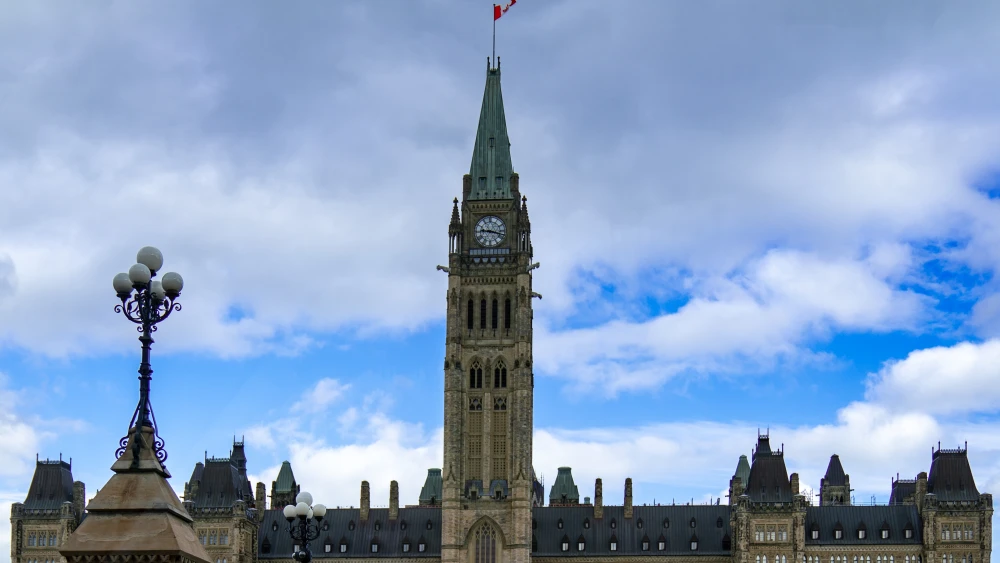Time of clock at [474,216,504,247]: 9:17
